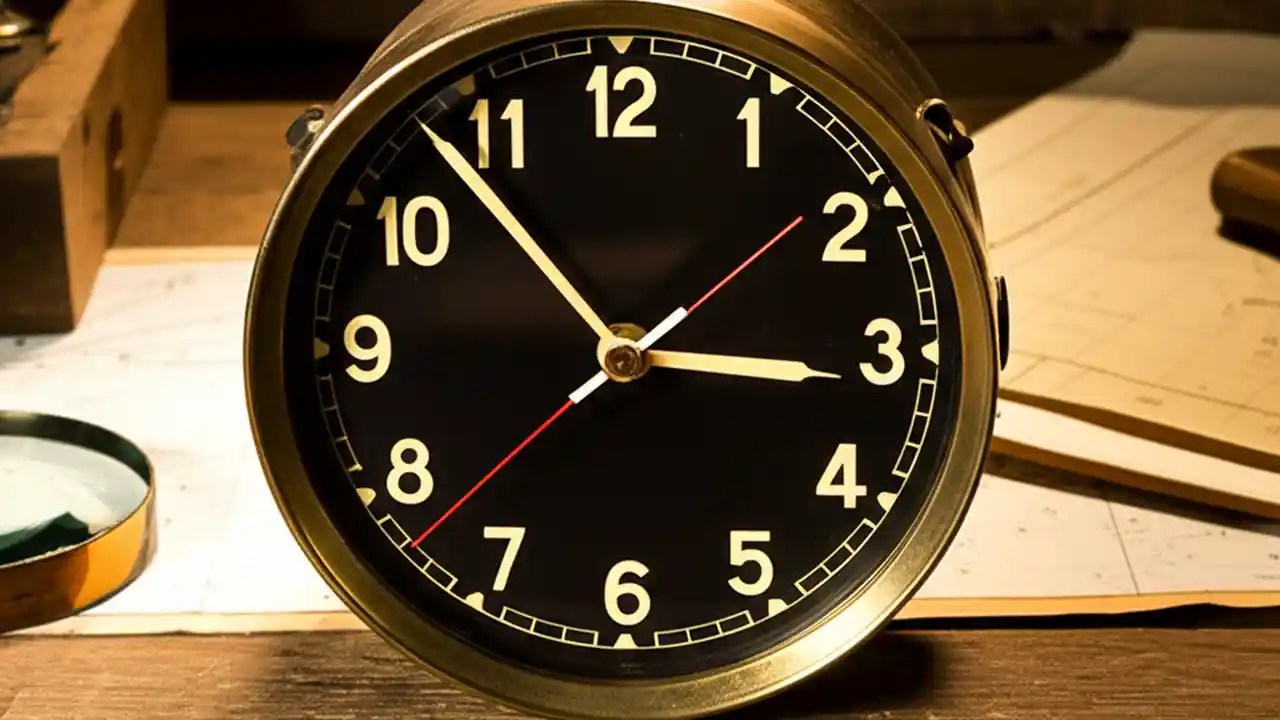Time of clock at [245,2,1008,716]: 2:53
